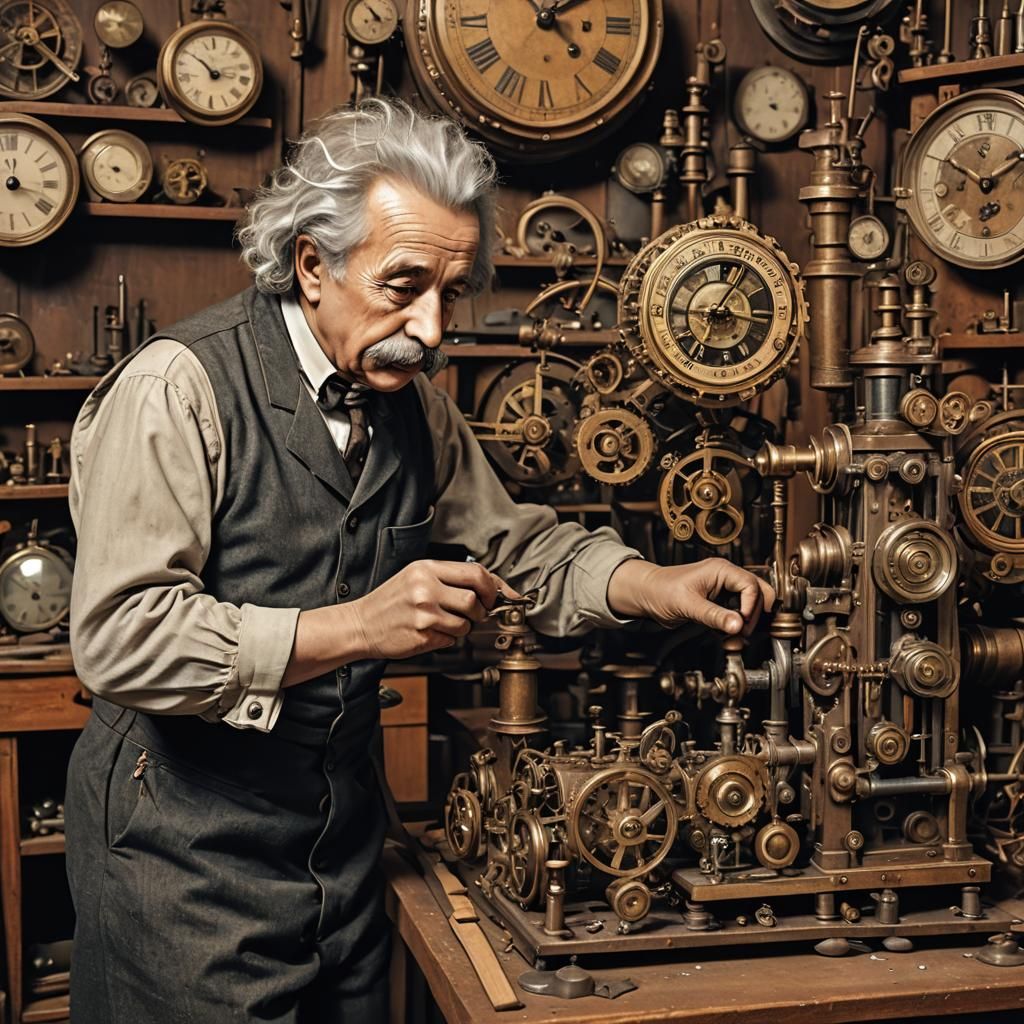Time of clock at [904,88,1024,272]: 1:50
